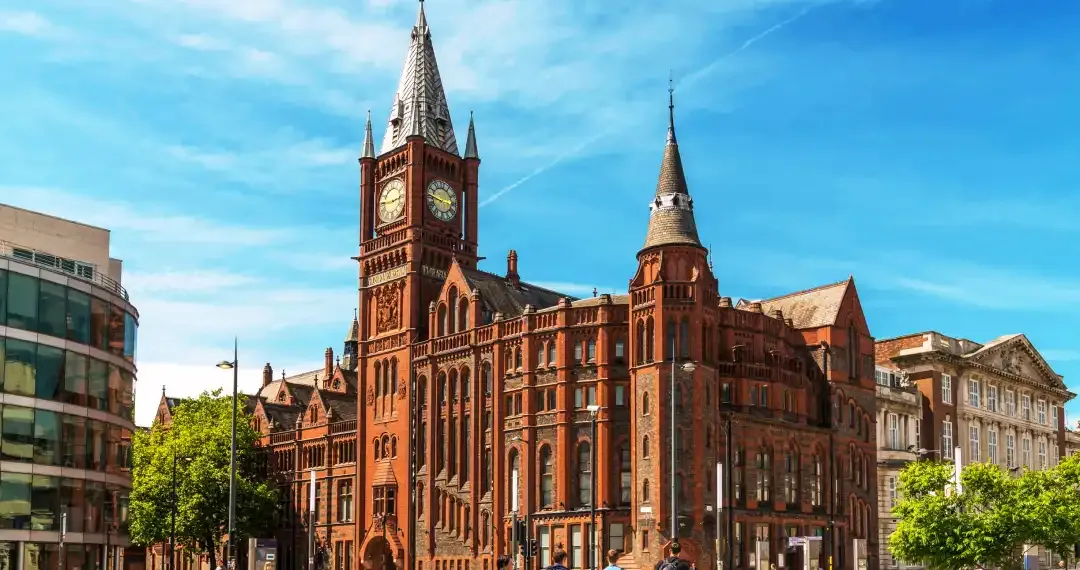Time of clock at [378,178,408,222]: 2:45
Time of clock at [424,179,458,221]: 2:46
